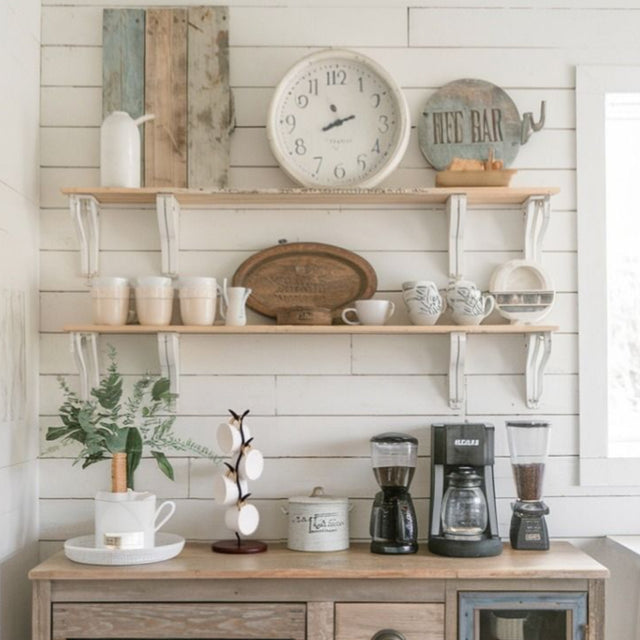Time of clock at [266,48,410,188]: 8:11
